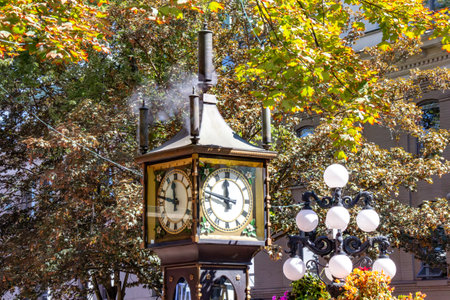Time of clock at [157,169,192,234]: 11:47
